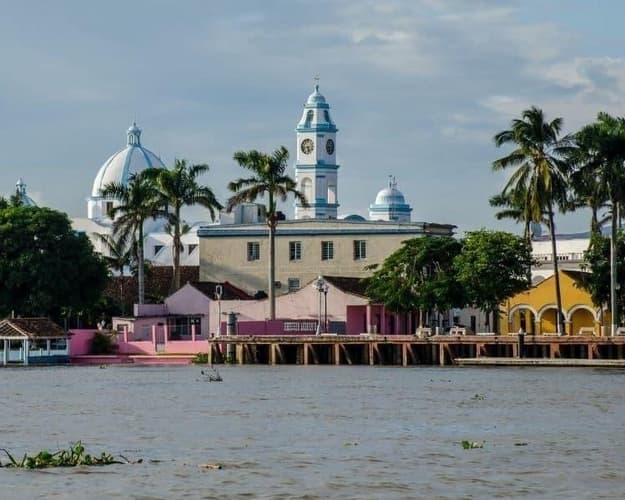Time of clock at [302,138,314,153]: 5:42
